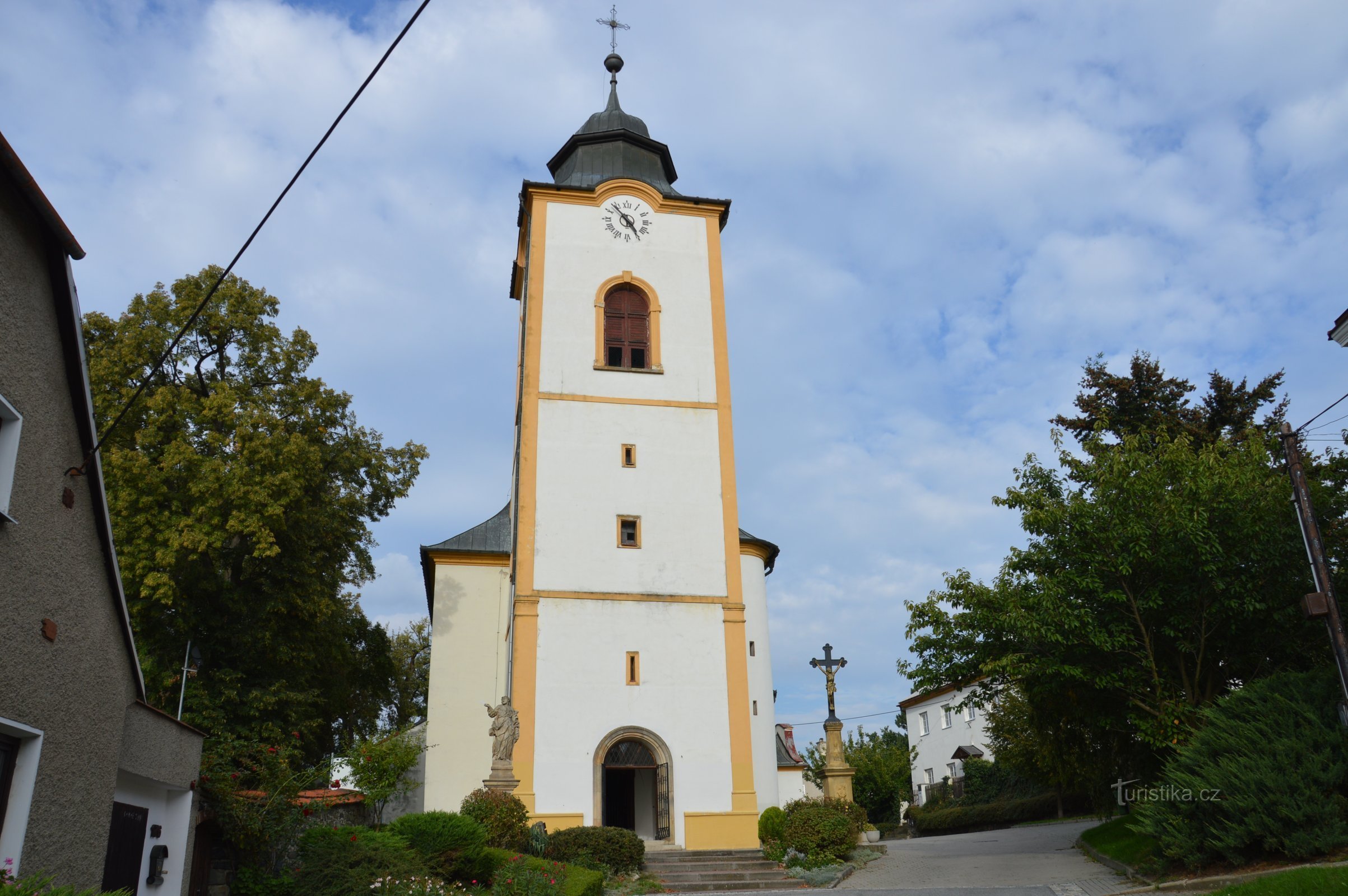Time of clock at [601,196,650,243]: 4:53
